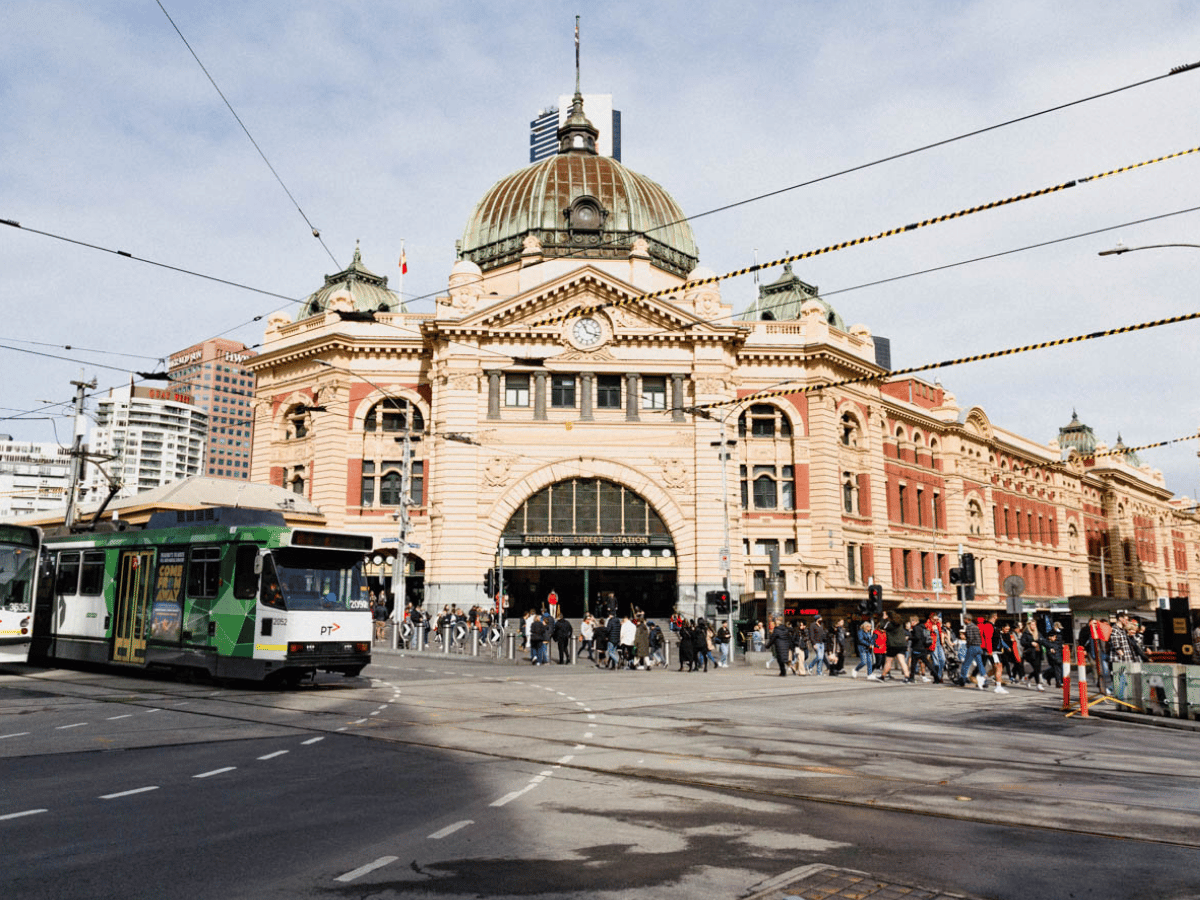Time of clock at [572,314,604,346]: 11:17
